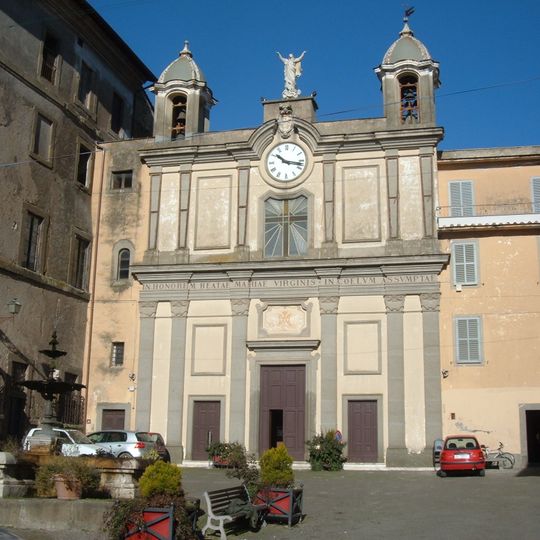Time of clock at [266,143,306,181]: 10:17
